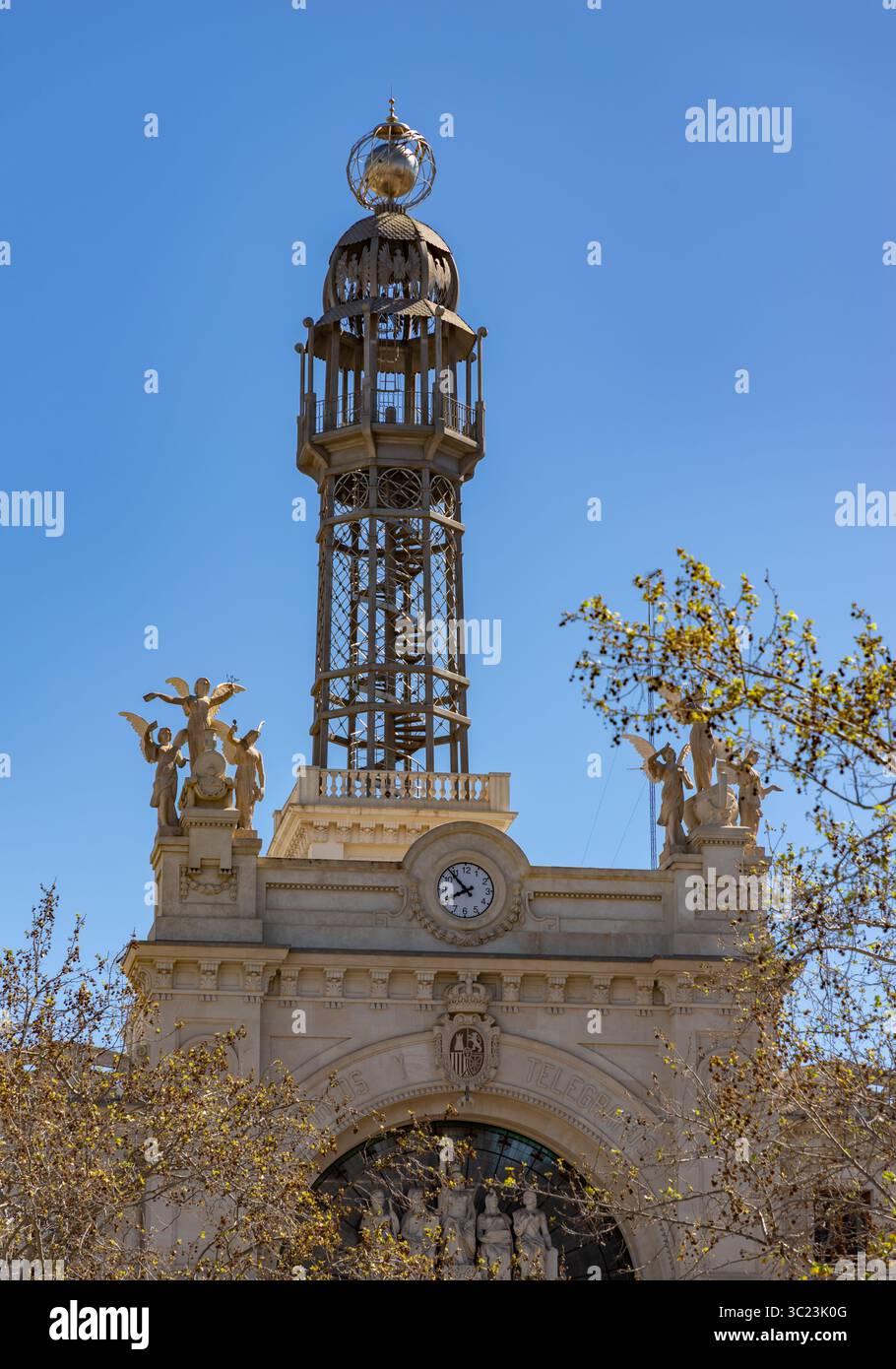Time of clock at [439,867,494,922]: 7:53
